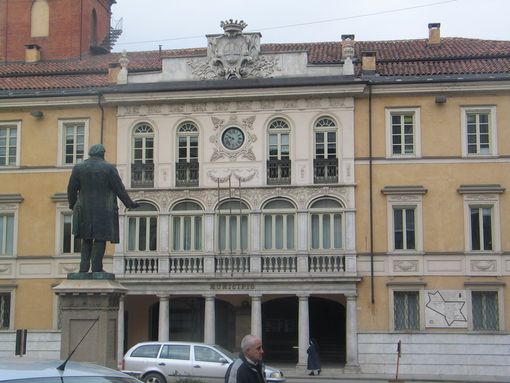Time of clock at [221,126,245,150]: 9:38
